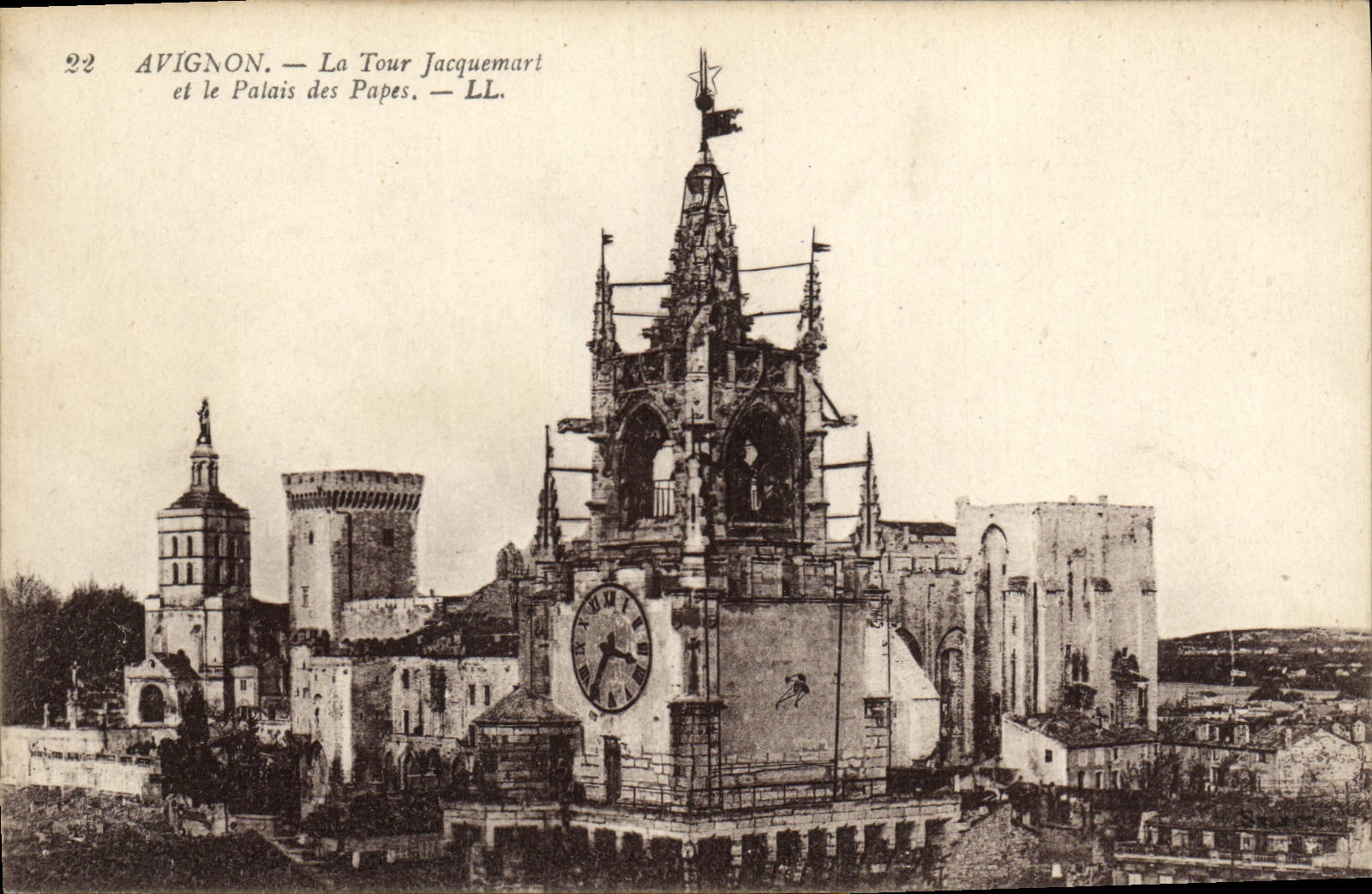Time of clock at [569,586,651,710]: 3:35
